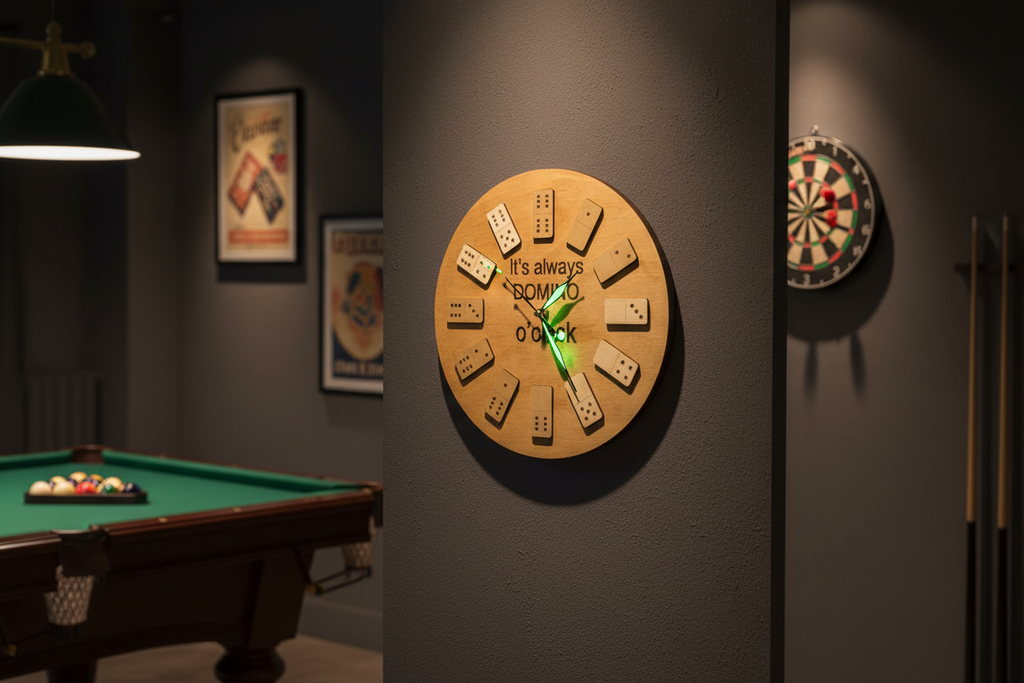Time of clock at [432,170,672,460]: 5:05
